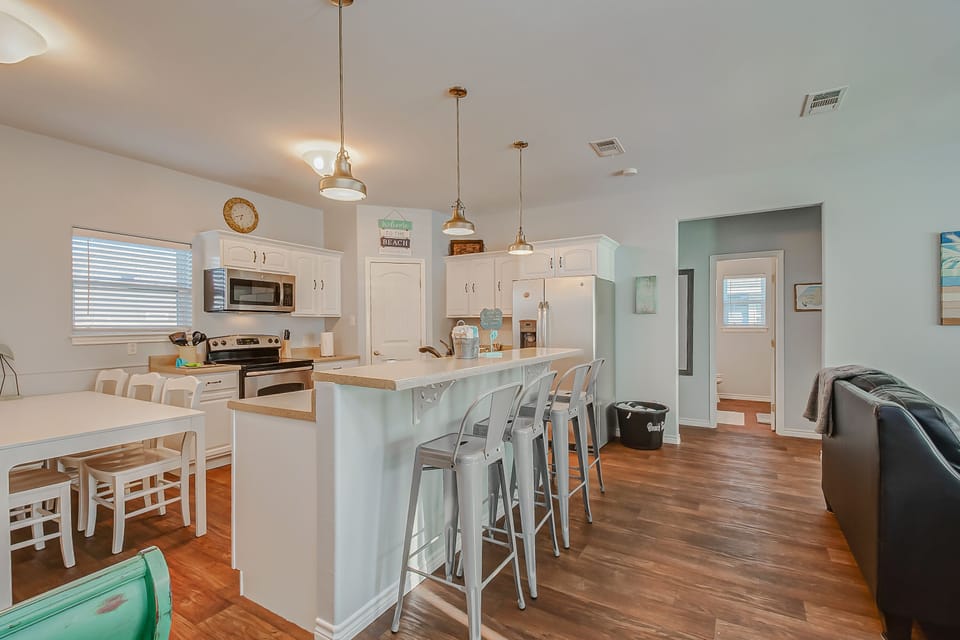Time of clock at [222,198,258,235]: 6:41
